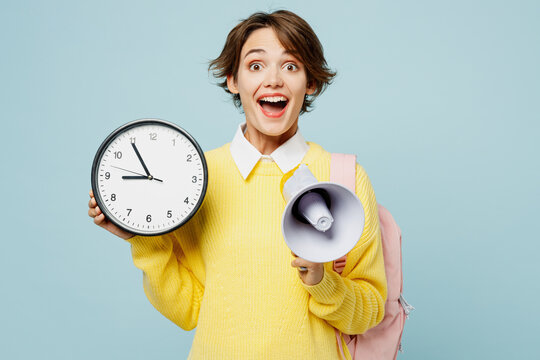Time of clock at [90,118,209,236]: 8:54
